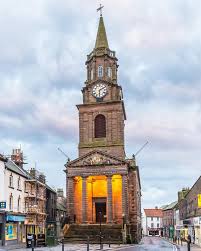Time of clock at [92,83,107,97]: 6:10
